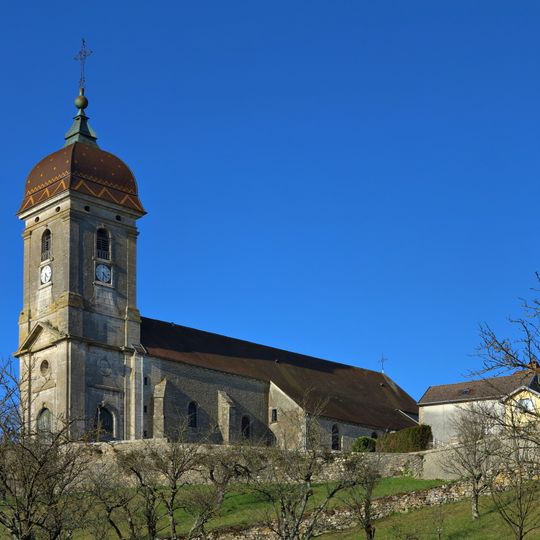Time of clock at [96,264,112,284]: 4:31
